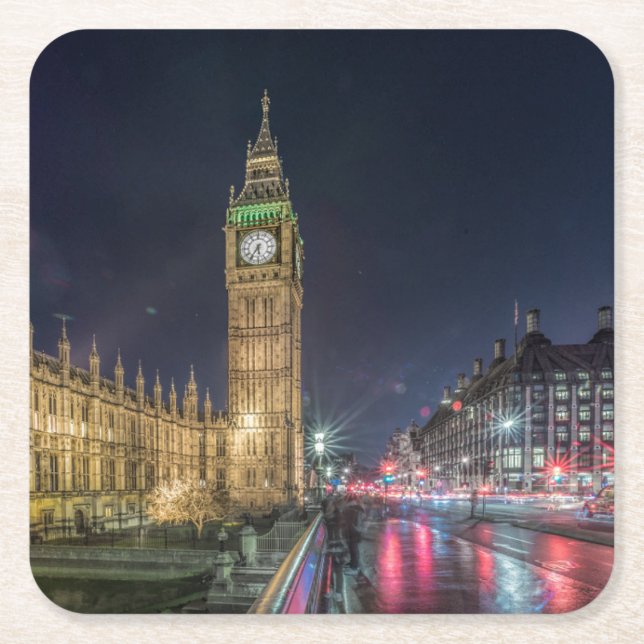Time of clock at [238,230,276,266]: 5:35
